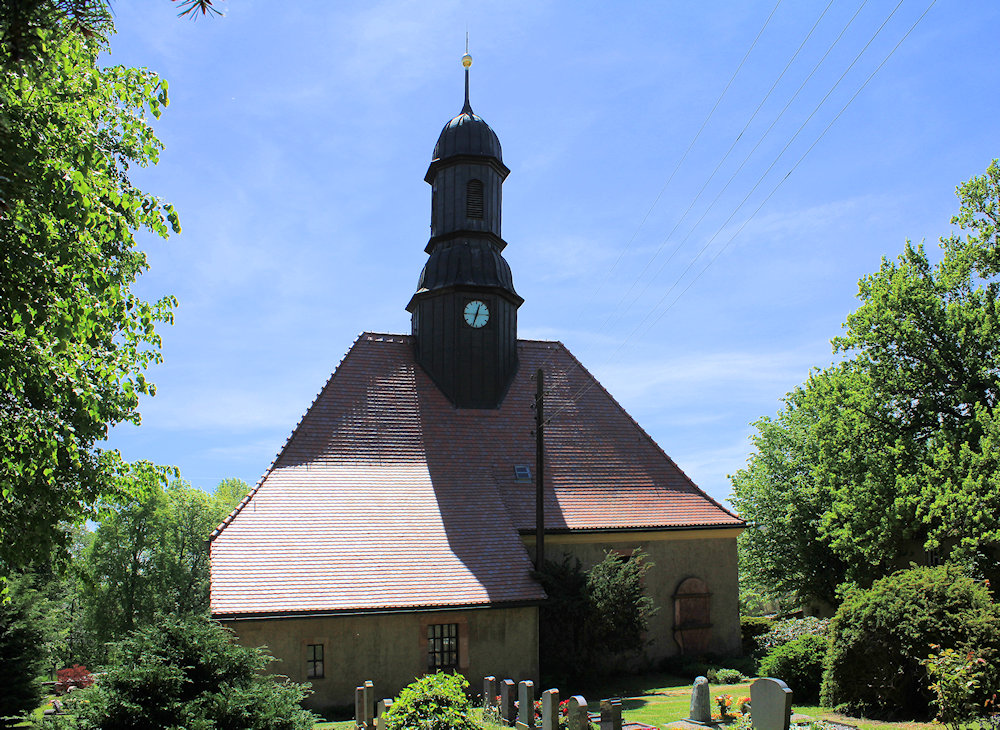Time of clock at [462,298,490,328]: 12:33
